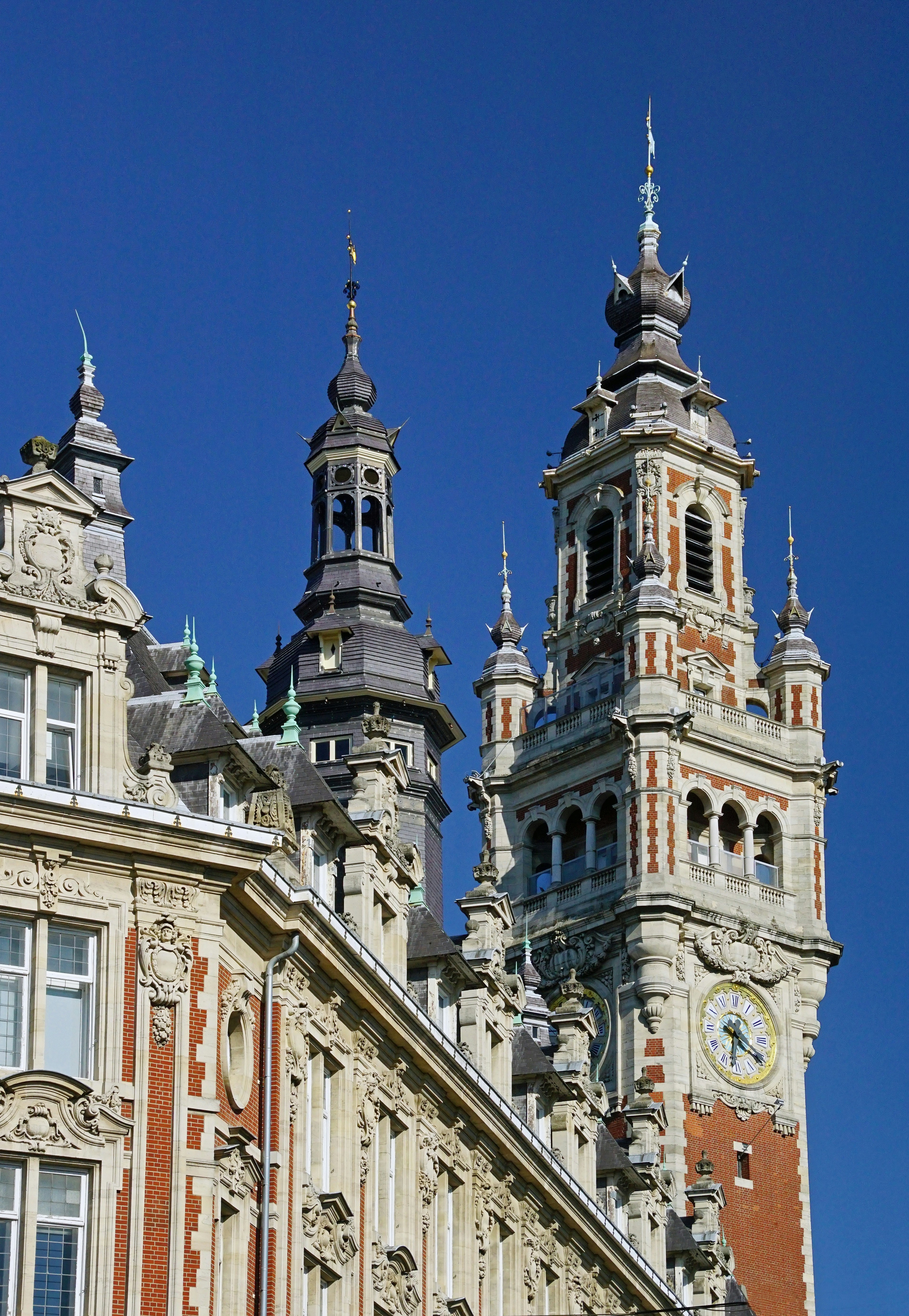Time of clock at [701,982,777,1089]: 6:20
